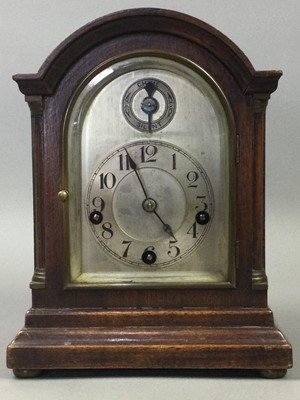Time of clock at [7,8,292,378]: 4:55
